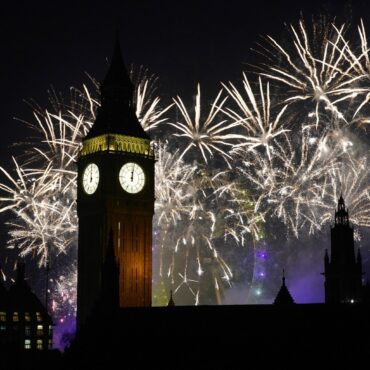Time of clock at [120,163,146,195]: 12:01
